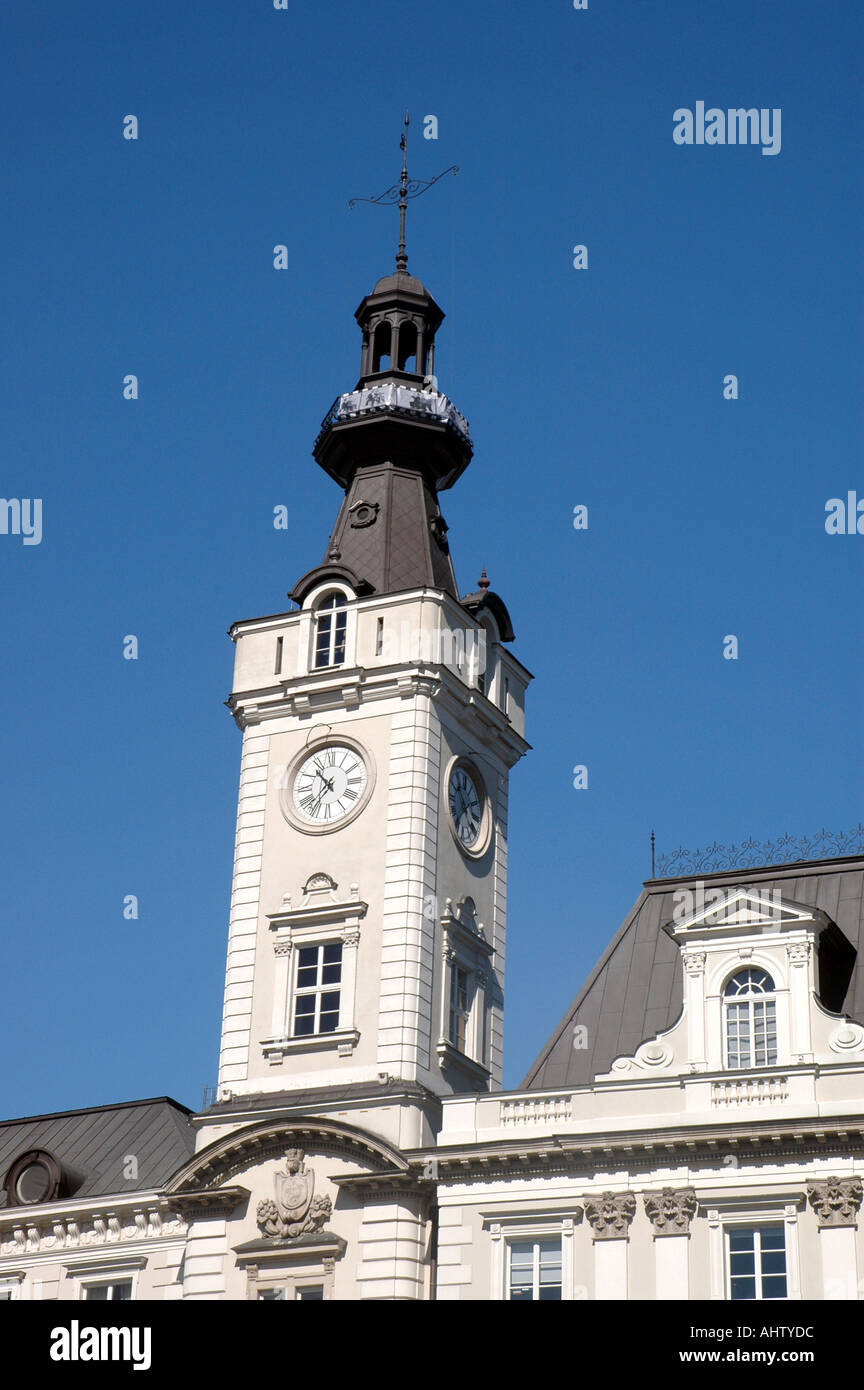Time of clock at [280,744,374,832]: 10:36
